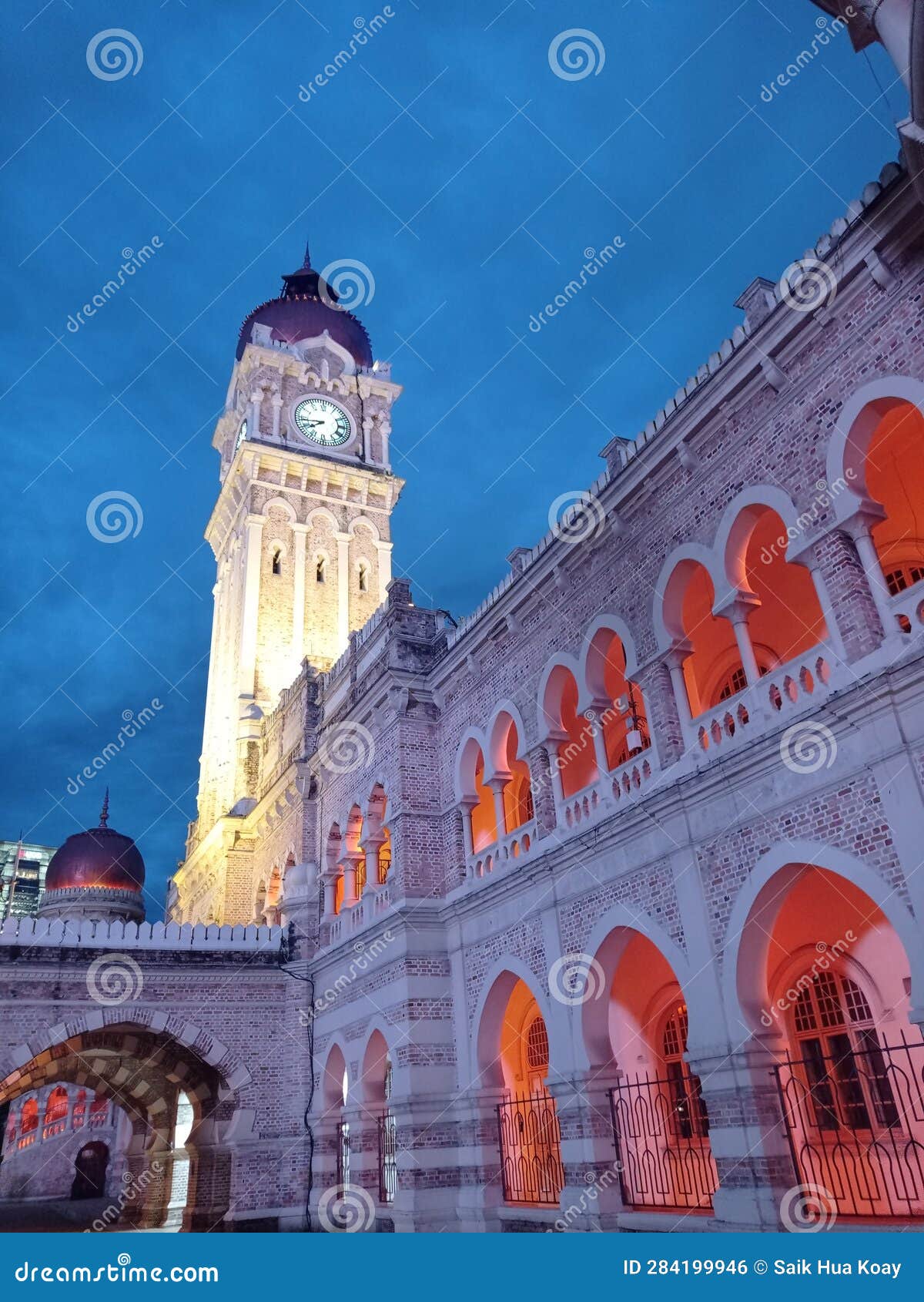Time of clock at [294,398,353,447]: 7:43
